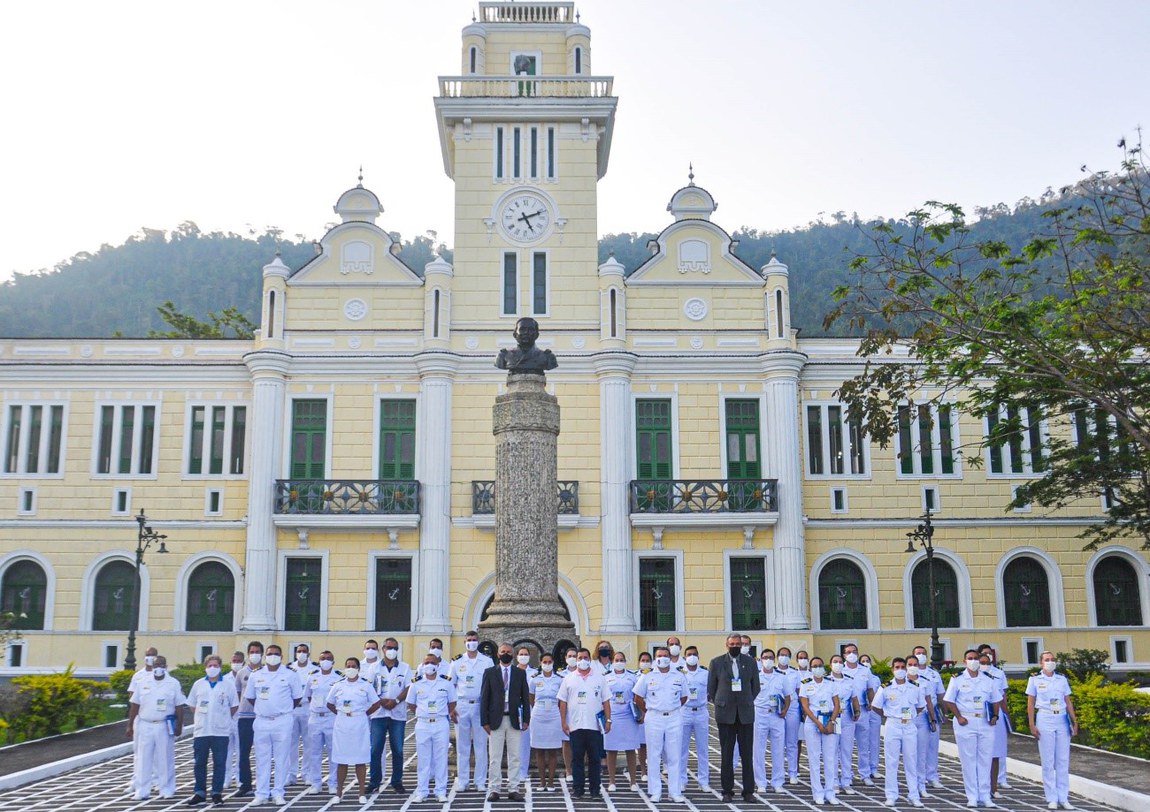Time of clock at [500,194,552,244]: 5:11
